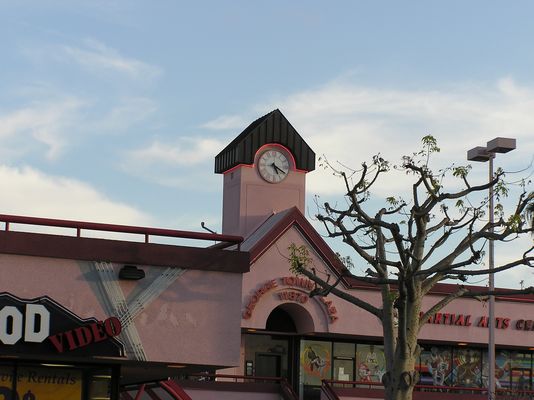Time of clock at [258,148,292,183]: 5:19
